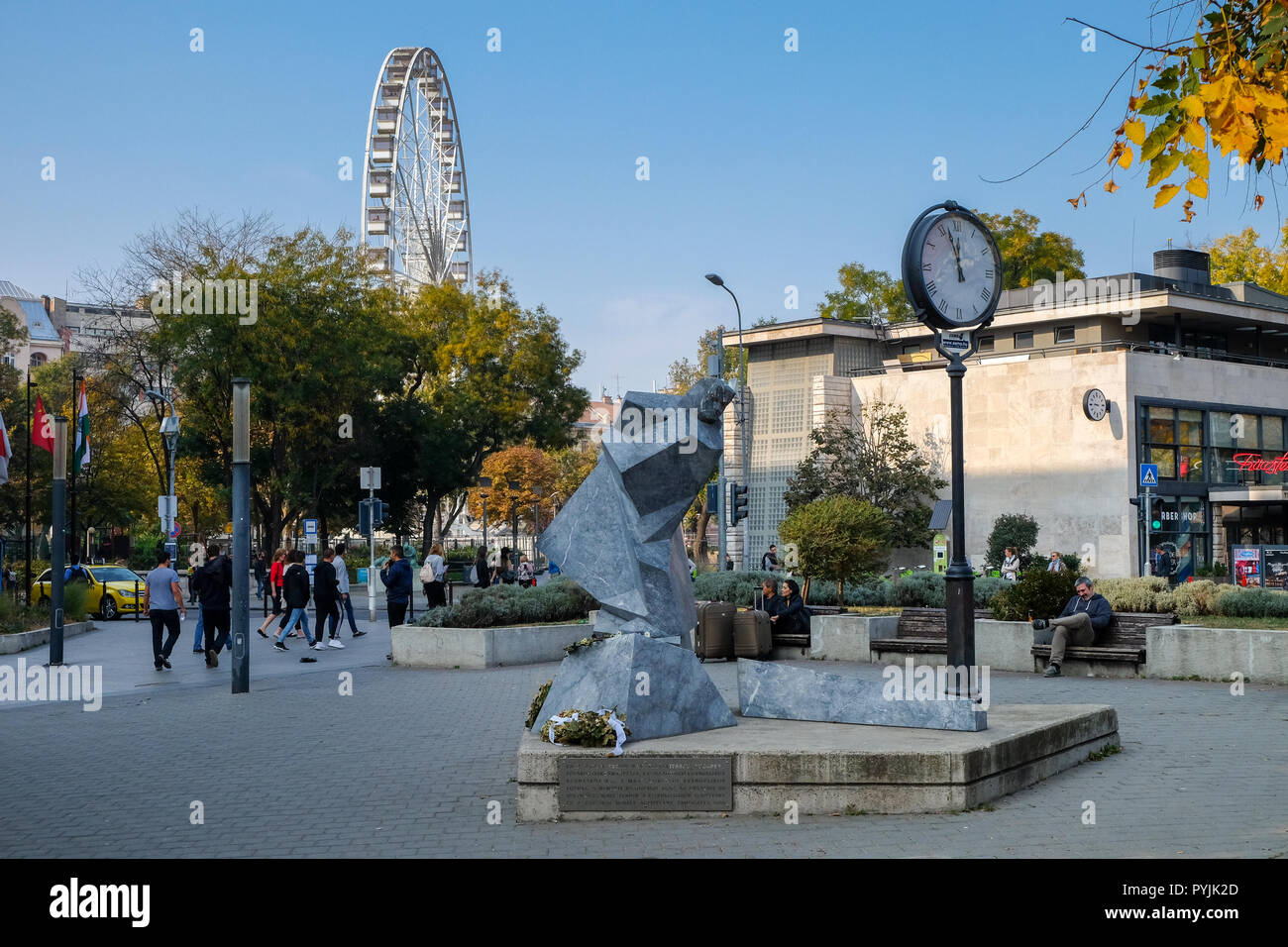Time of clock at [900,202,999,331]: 11:57
